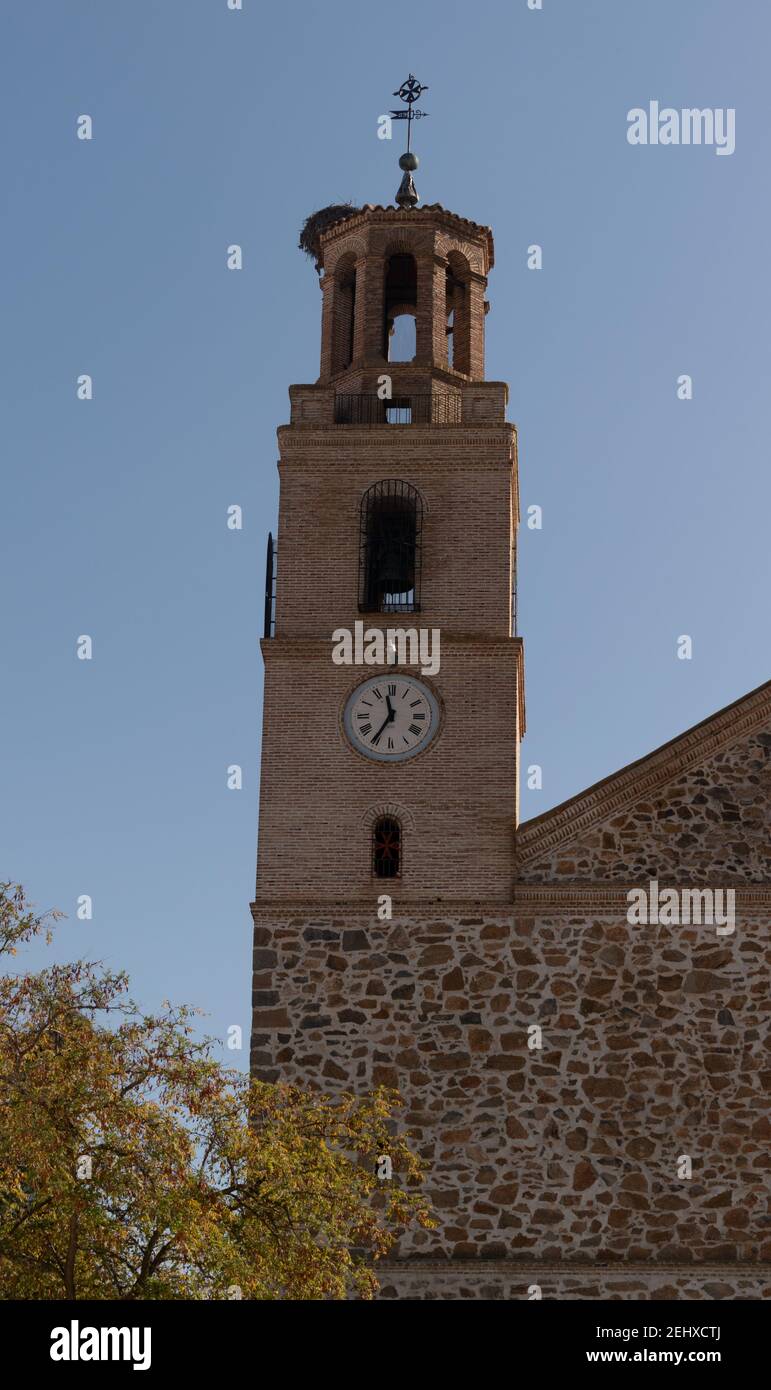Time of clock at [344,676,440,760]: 11:35
